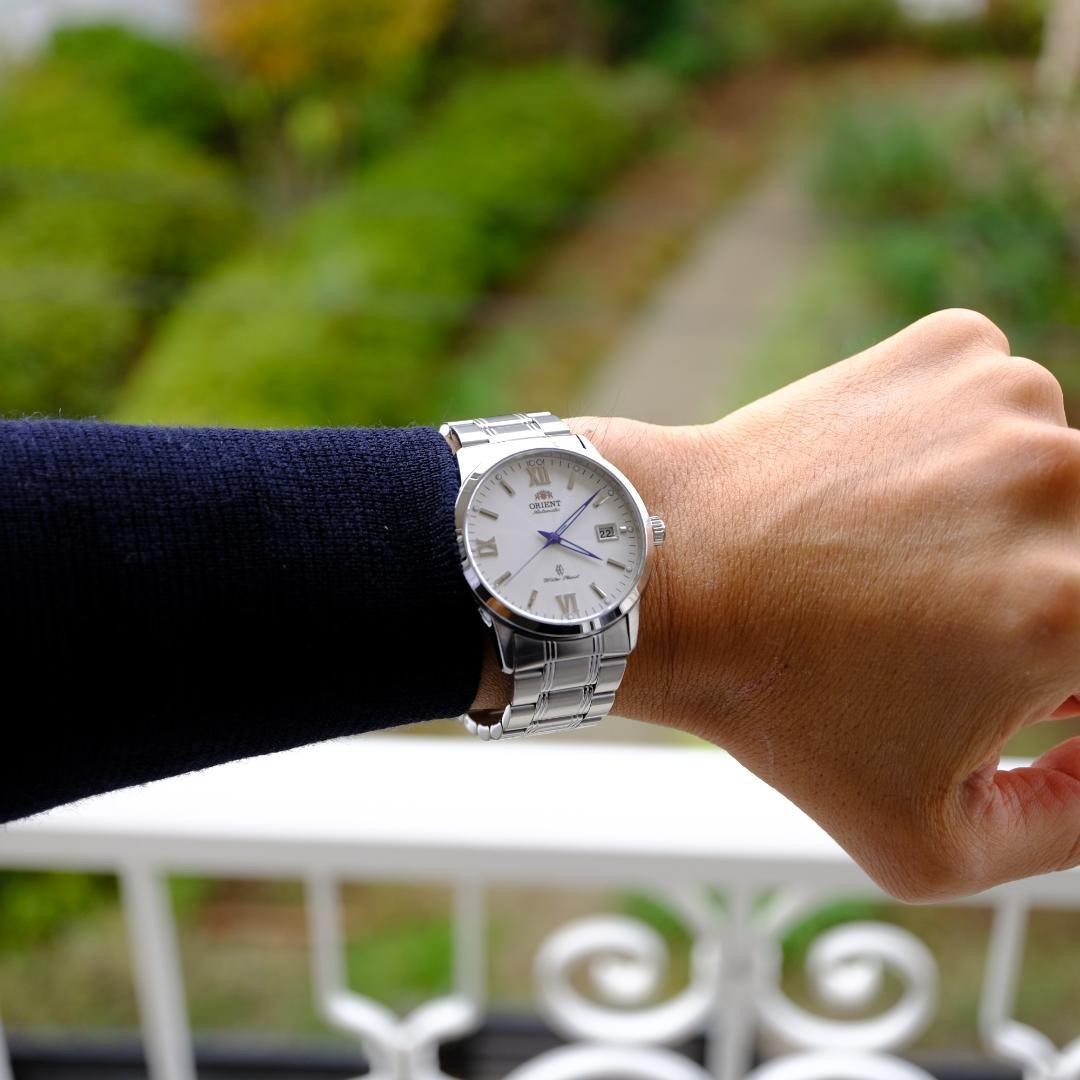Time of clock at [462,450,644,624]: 4:08
